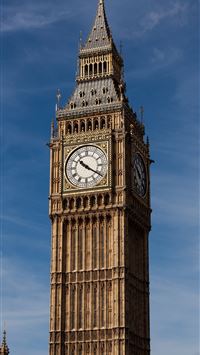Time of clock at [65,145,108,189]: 10:20
